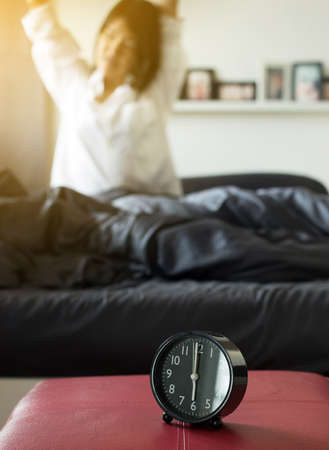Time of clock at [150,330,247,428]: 6:00
